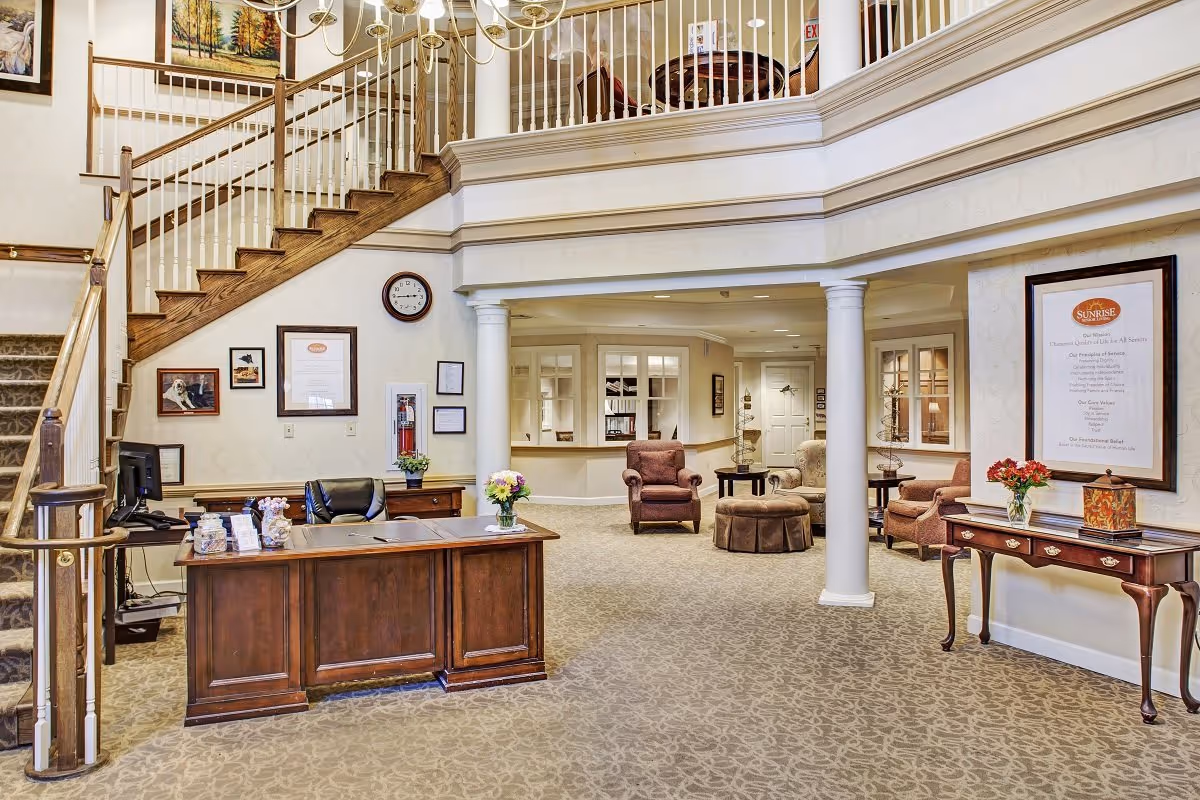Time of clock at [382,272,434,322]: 2:44
